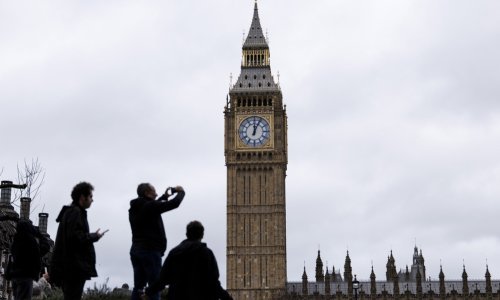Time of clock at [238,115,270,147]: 12:04
